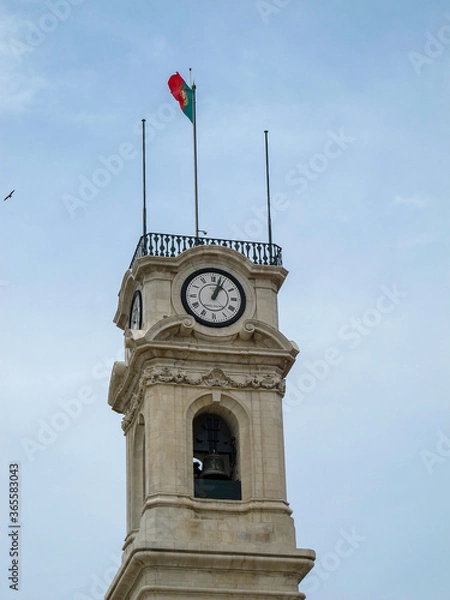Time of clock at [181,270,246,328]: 1:03
